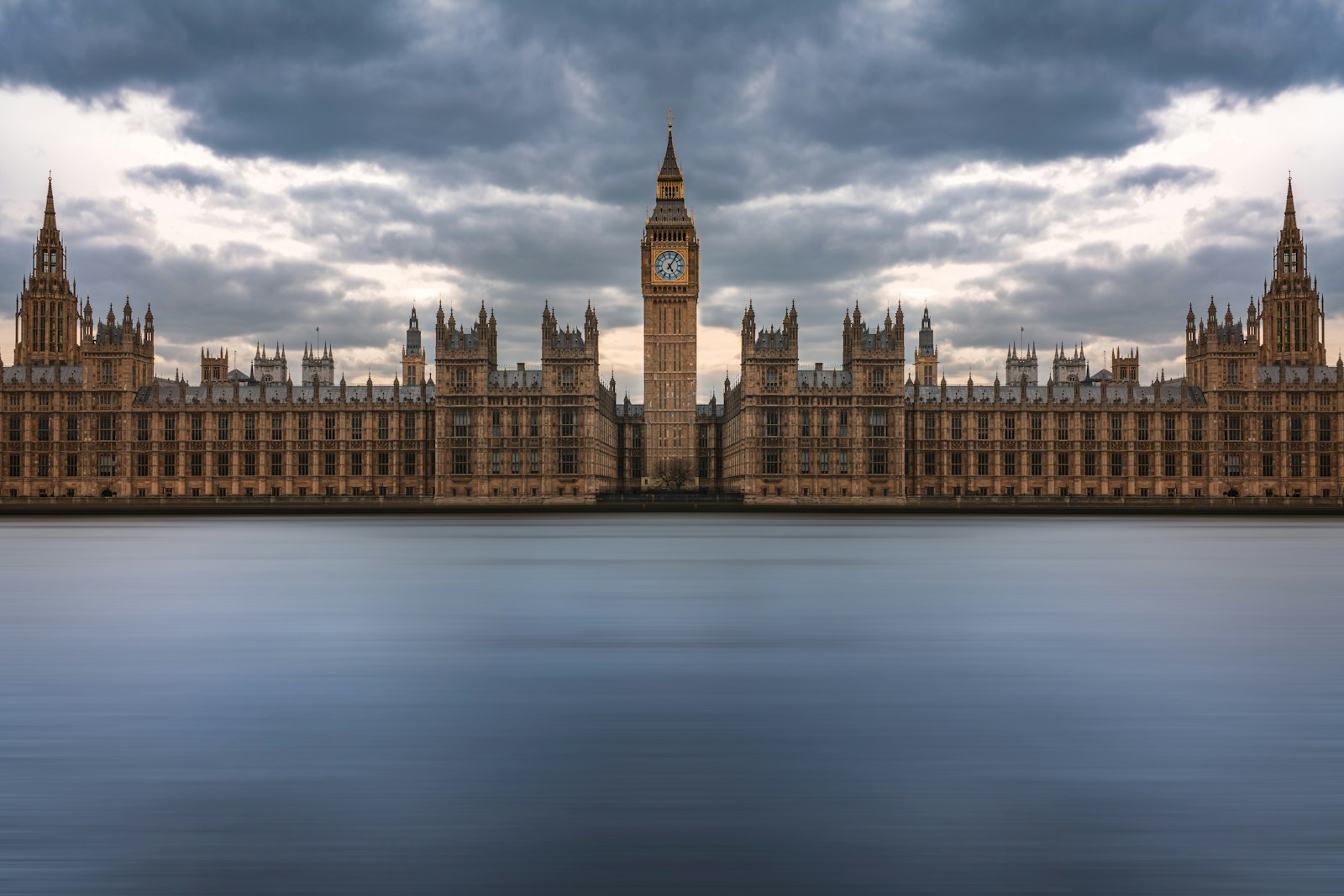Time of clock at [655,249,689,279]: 5:05
